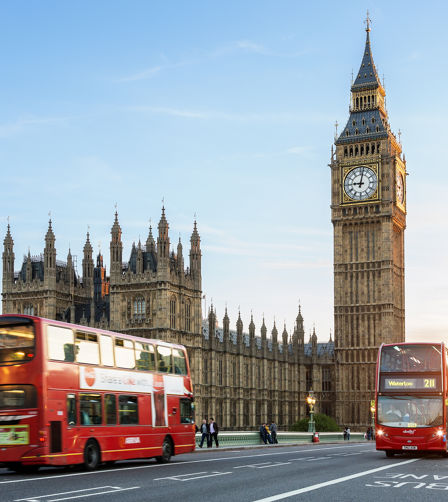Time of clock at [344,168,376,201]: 9:01
